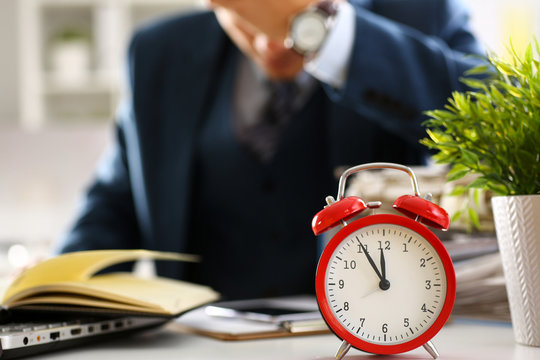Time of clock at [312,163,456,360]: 11:54
